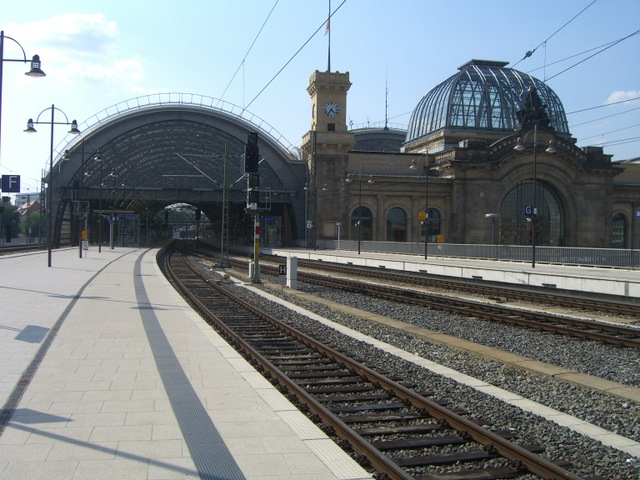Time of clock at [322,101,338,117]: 4:35
